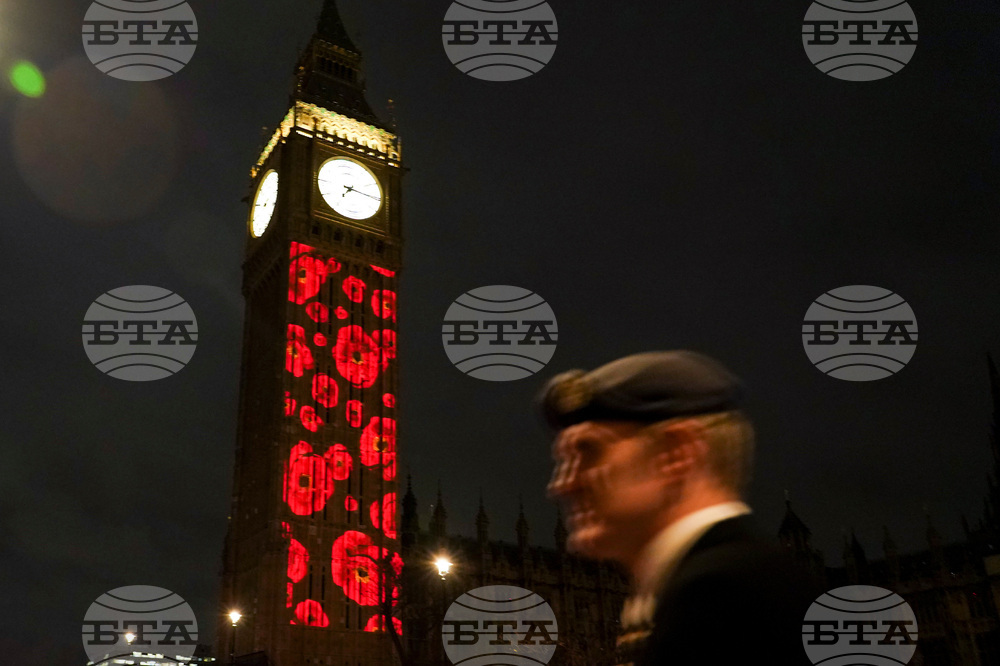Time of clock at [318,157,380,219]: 7:15
